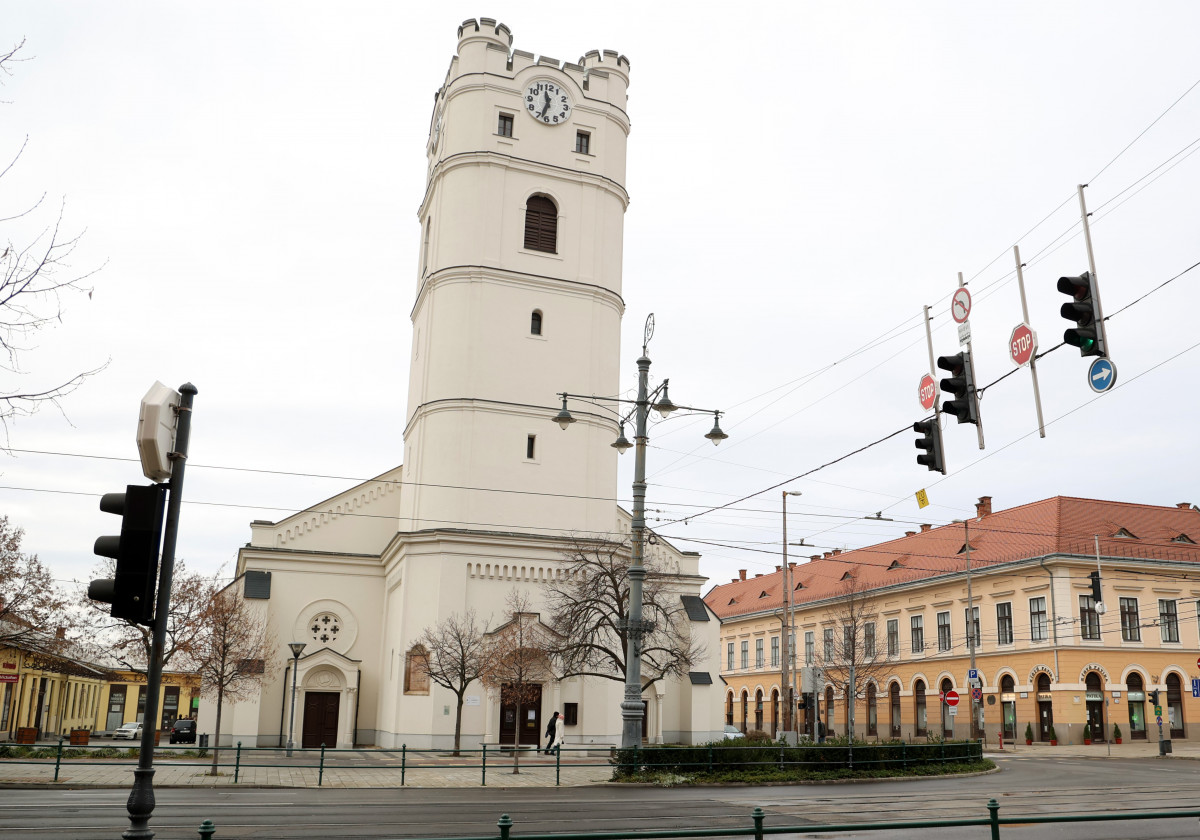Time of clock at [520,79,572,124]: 11:32
